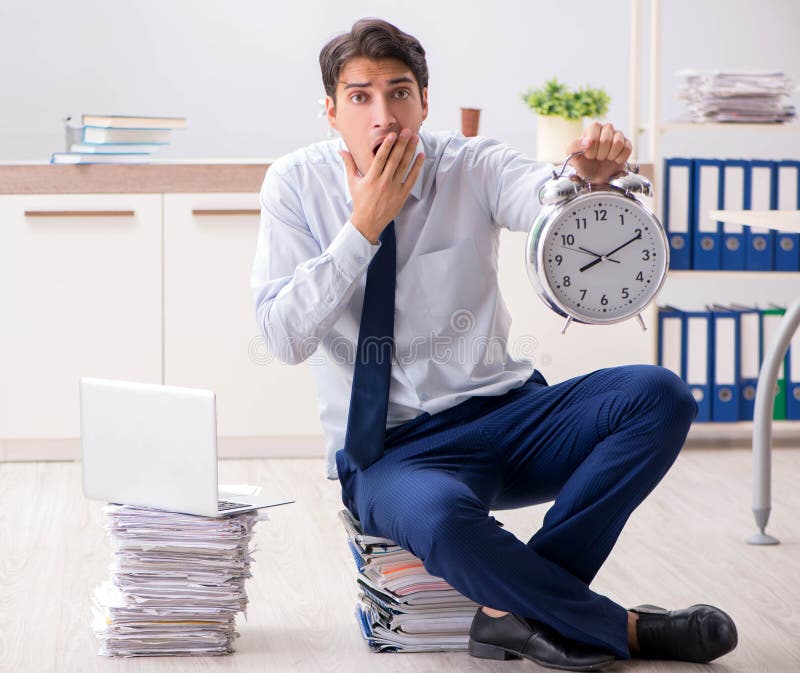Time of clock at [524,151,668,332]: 8:10
